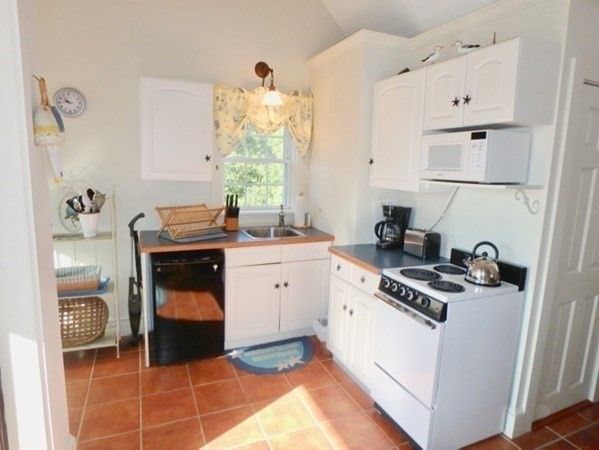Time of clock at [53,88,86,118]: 10:48
